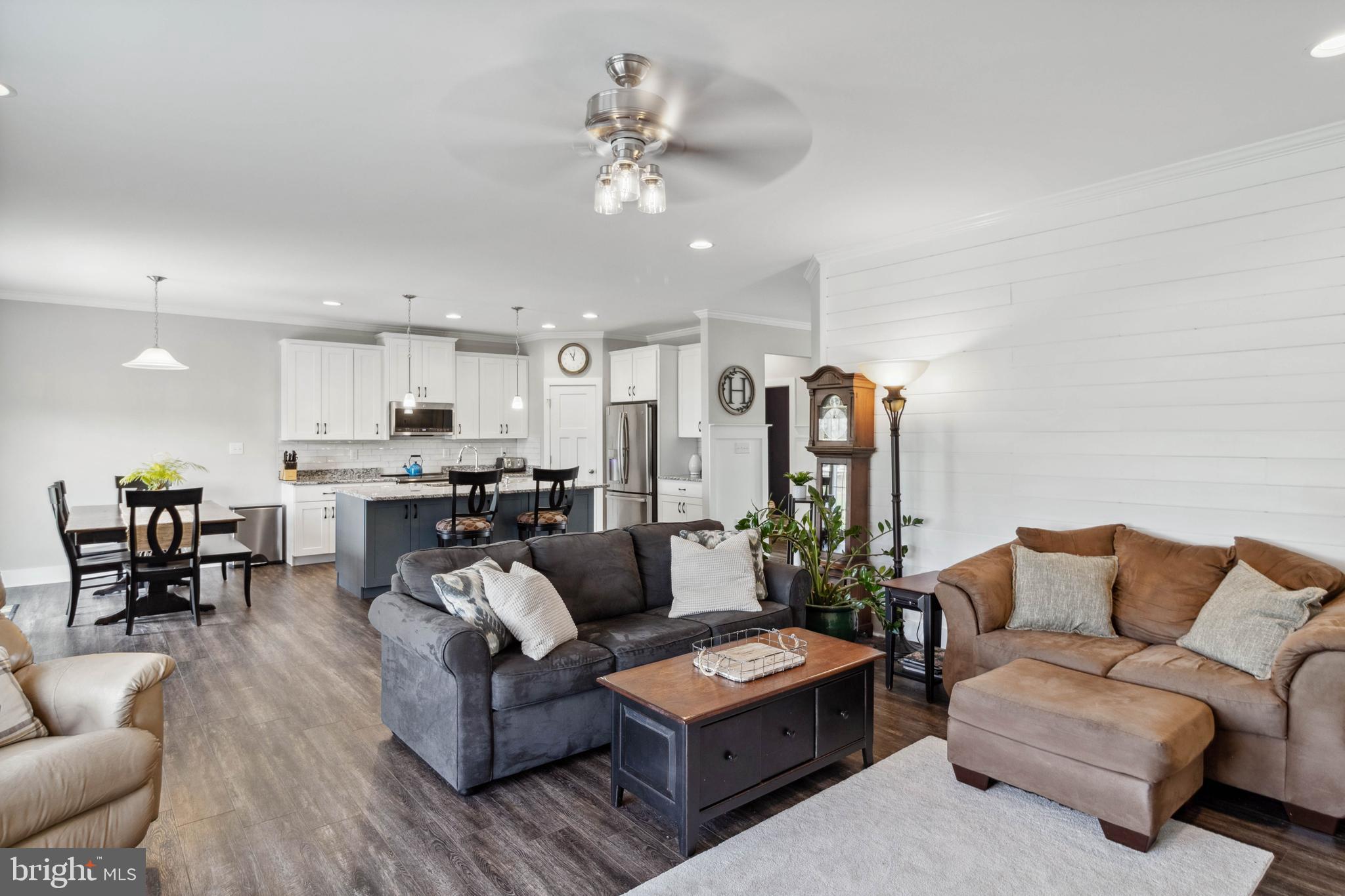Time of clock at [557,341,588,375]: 11:01
